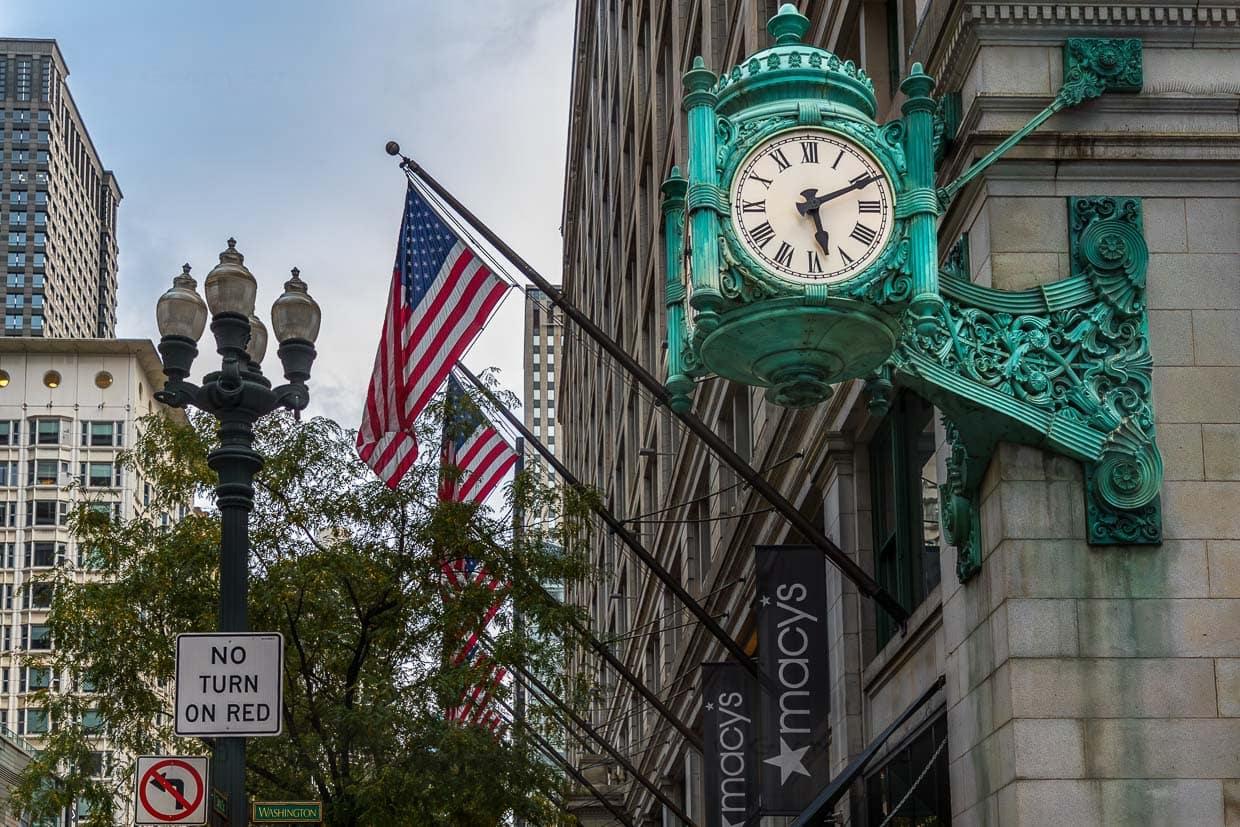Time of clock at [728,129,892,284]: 5:11
